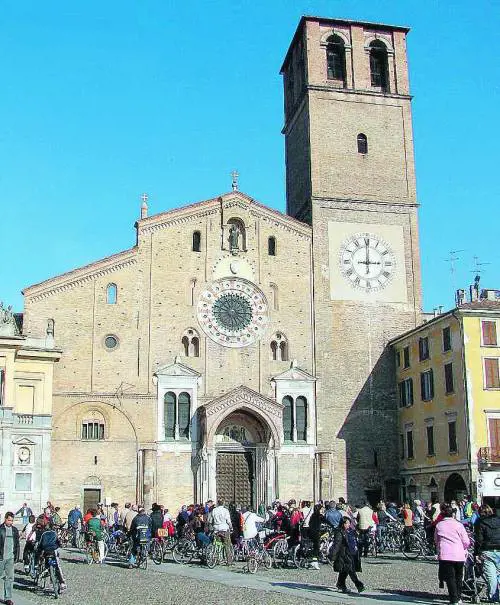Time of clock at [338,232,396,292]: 3:00
